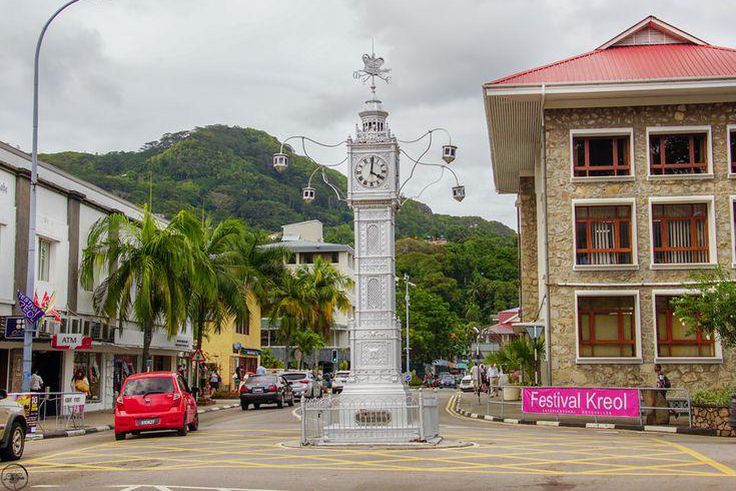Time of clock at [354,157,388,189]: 4:00
